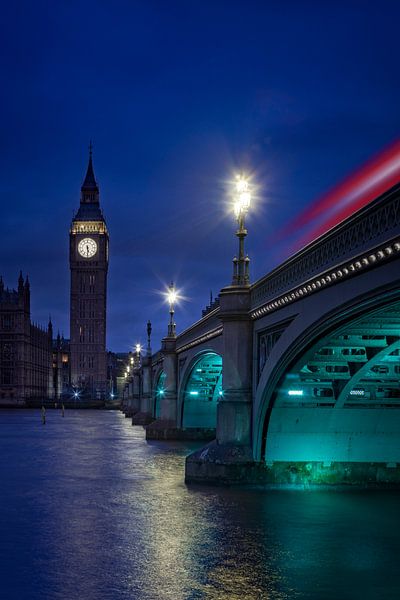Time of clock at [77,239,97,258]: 5:30
